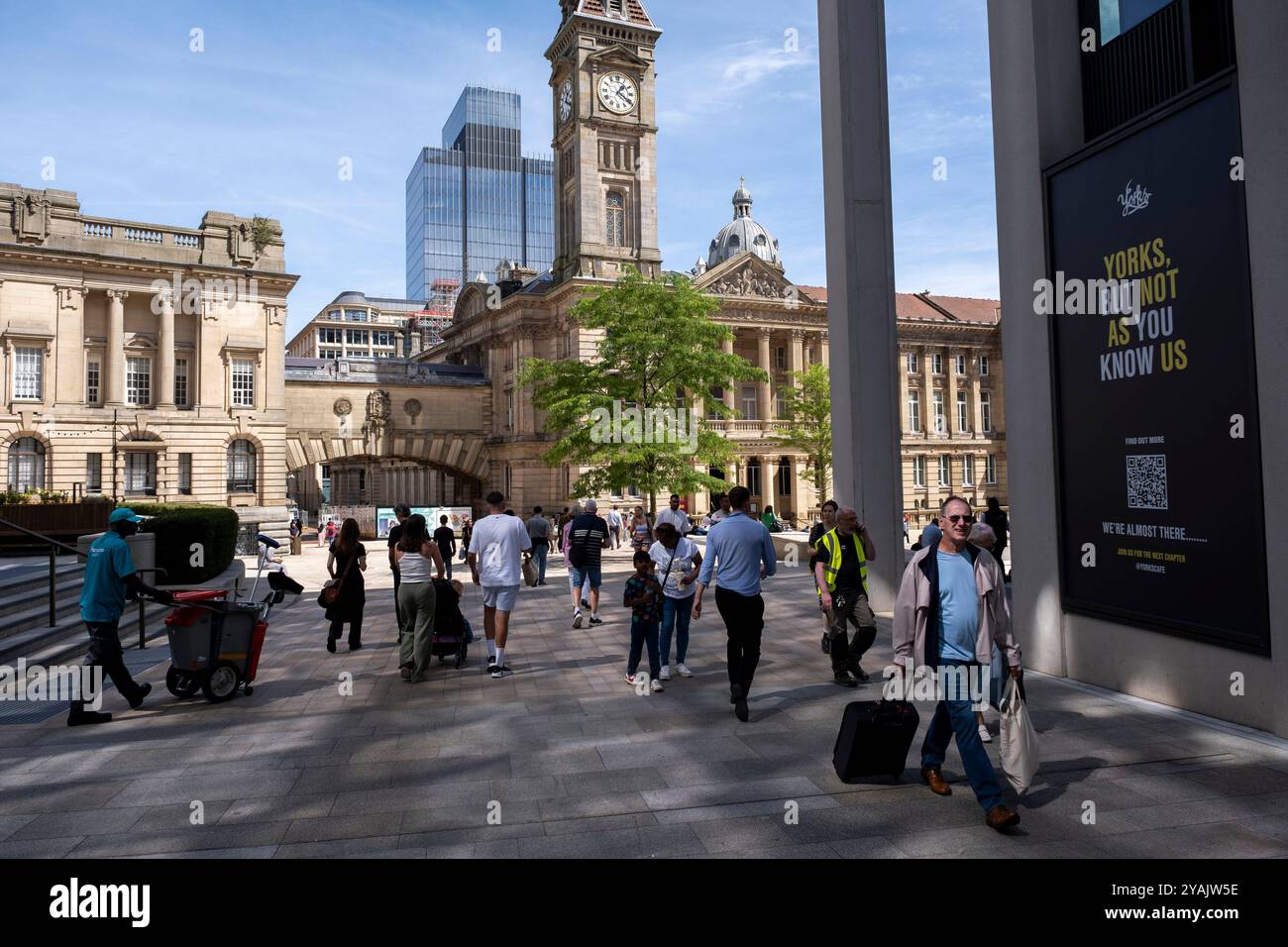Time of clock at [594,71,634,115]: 1:20
